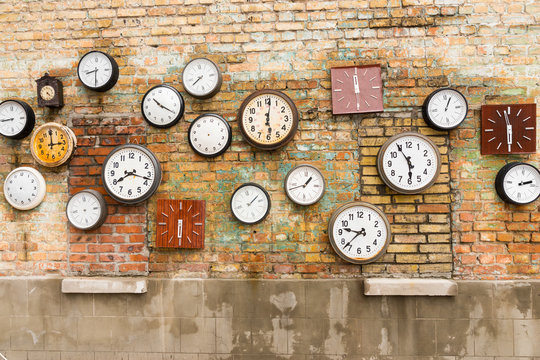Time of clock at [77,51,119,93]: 8:30
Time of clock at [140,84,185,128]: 10:20
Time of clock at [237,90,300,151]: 6:01
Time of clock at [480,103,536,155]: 5:58
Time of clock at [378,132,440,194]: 5:54
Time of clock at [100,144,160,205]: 8:17
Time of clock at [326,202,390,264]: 9:37
